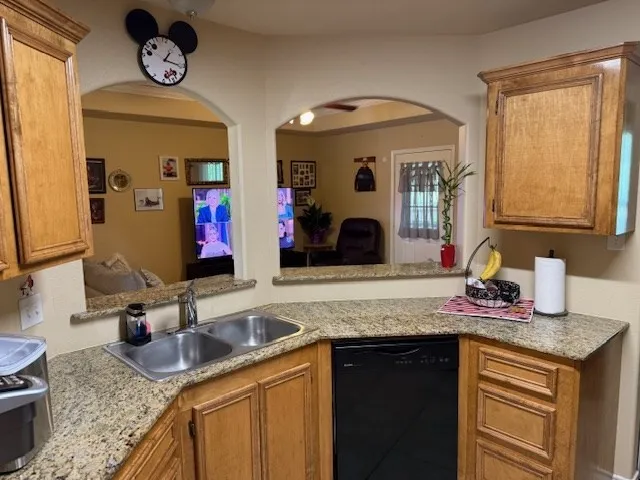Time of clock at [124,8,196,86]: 1:16
